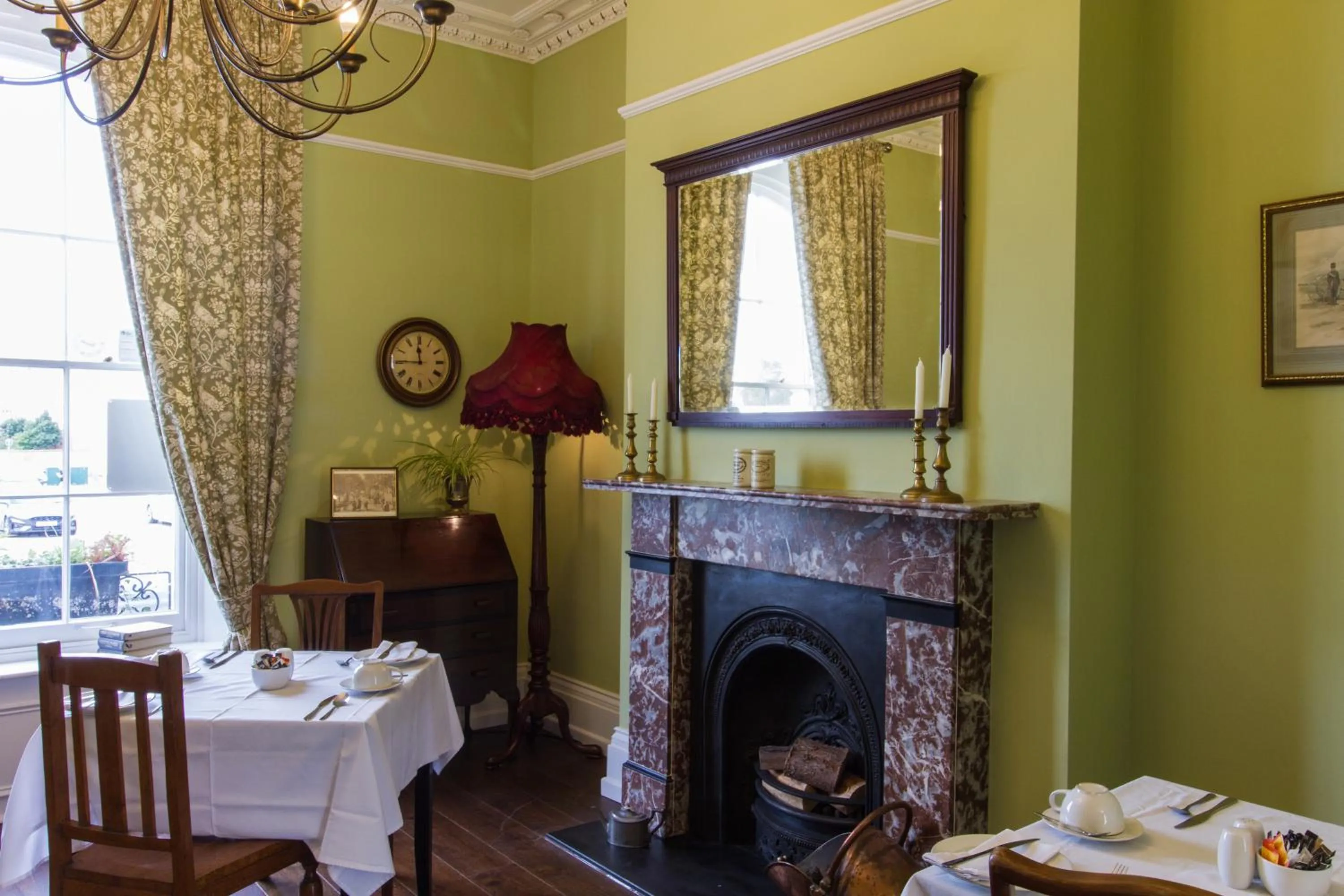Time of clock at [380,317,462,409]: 11:45
